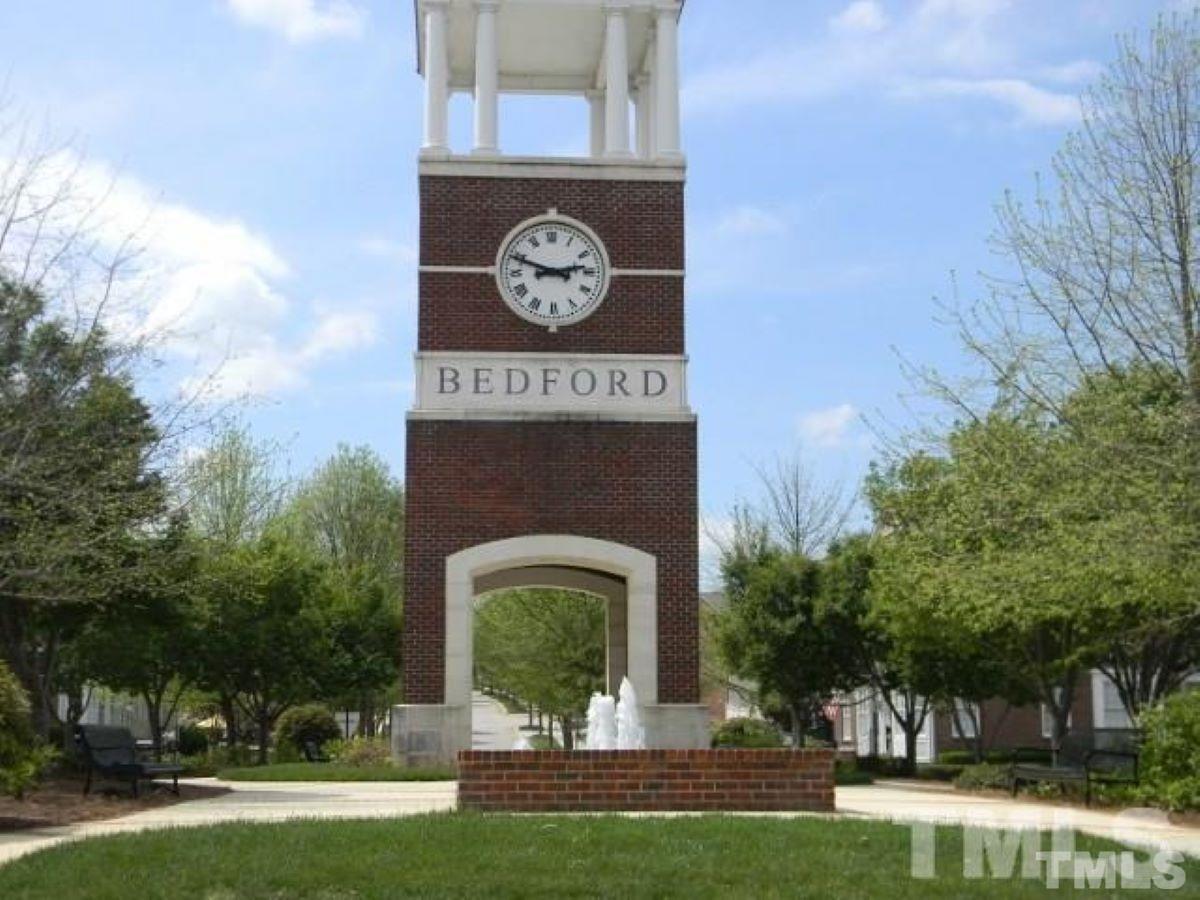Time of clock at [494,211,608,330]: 2:48
